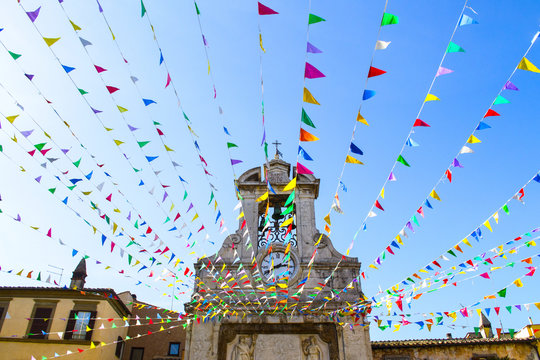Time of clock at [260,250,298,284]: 2:40
